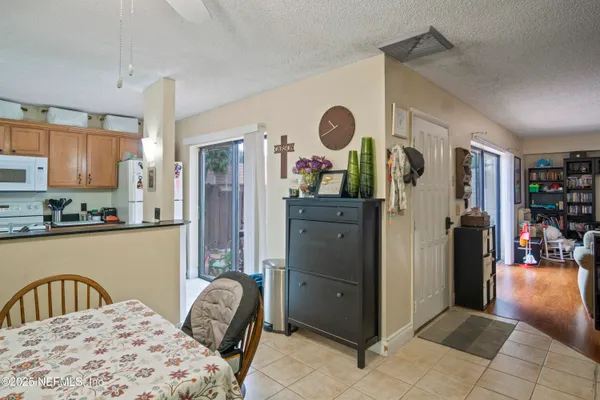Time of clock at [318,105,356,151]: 10:41
